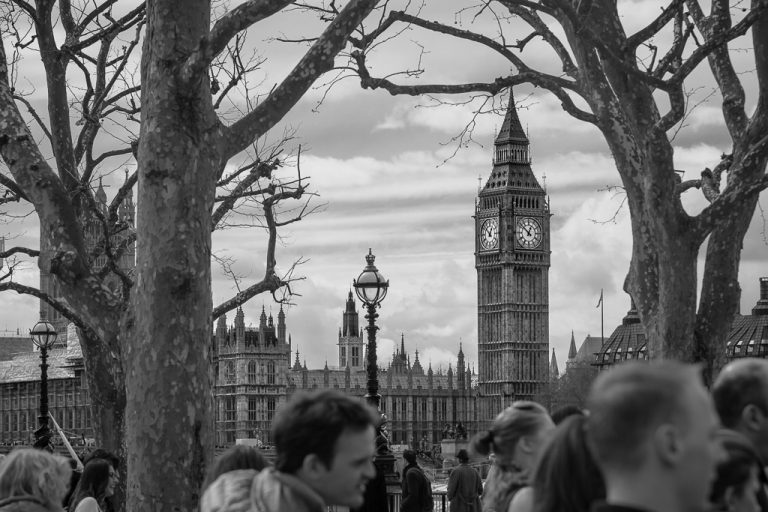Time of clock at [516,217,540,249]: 12:51
